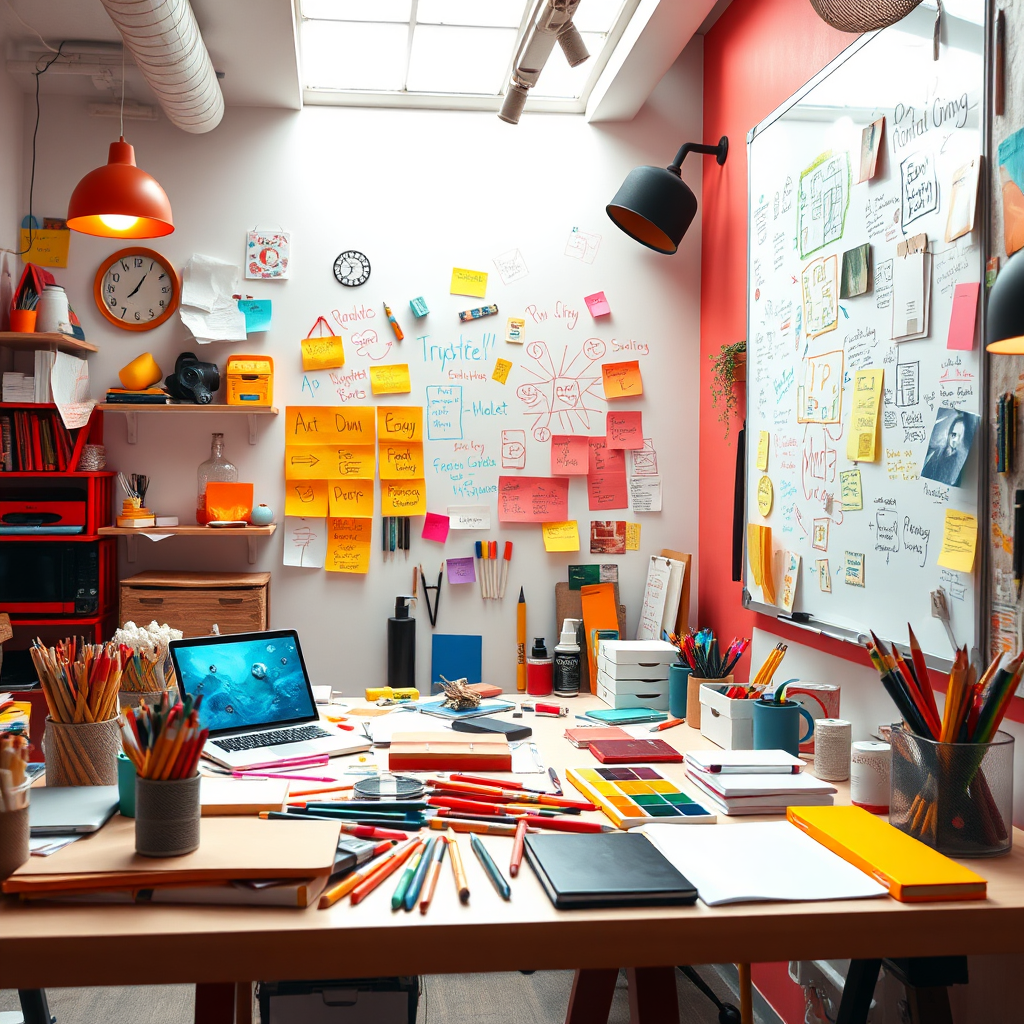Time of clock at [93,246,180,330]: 1:05
